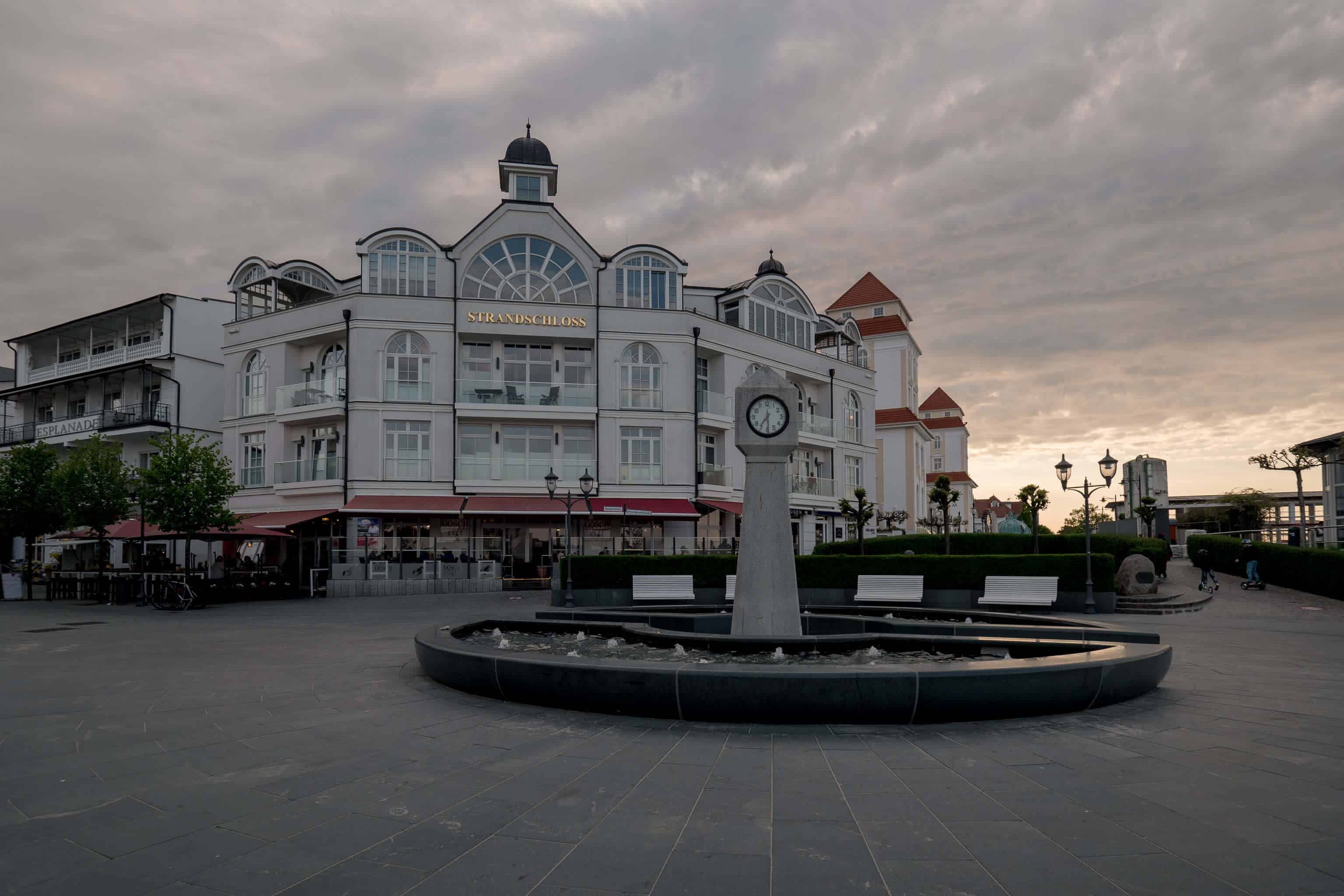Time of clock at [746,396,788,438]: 7:29
